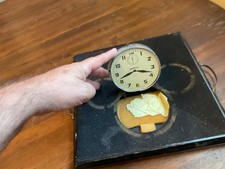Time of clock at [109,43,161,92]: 8:18
